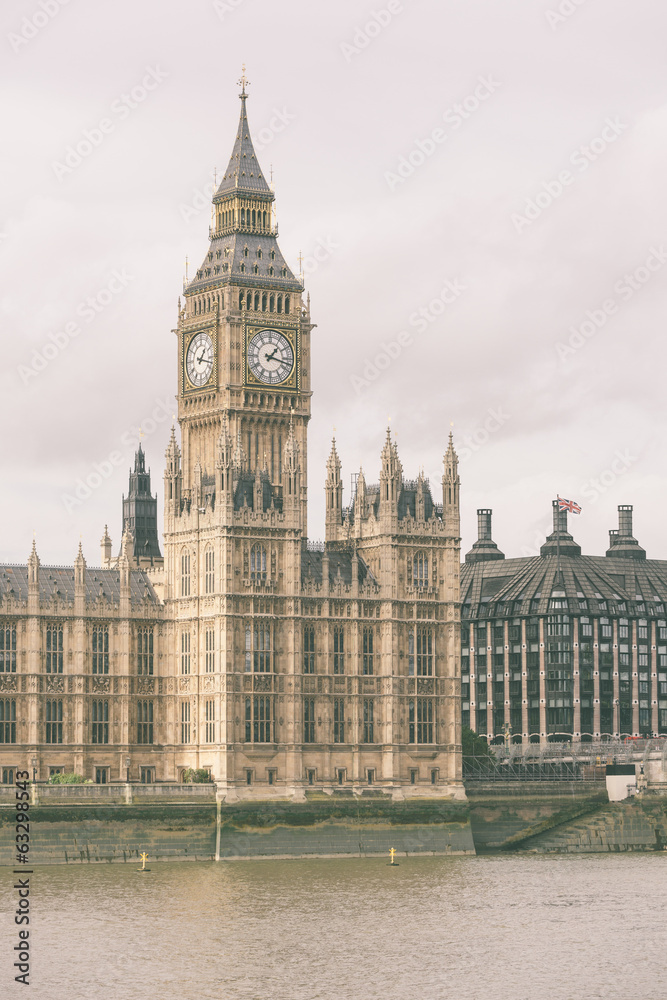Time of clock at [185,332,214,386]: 1:17
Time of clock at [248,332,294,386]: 1:17
